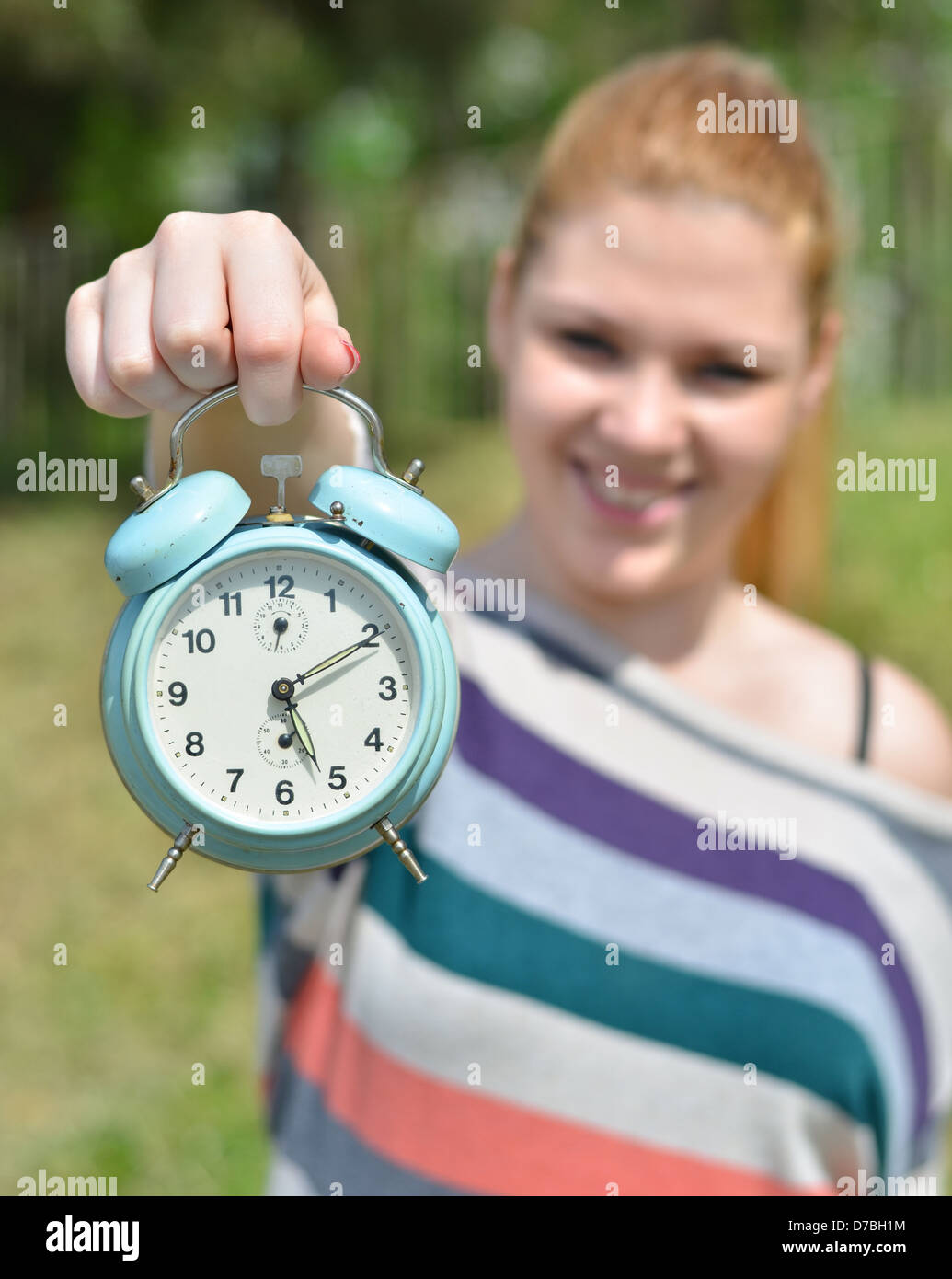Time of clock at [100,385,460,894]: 5:10
